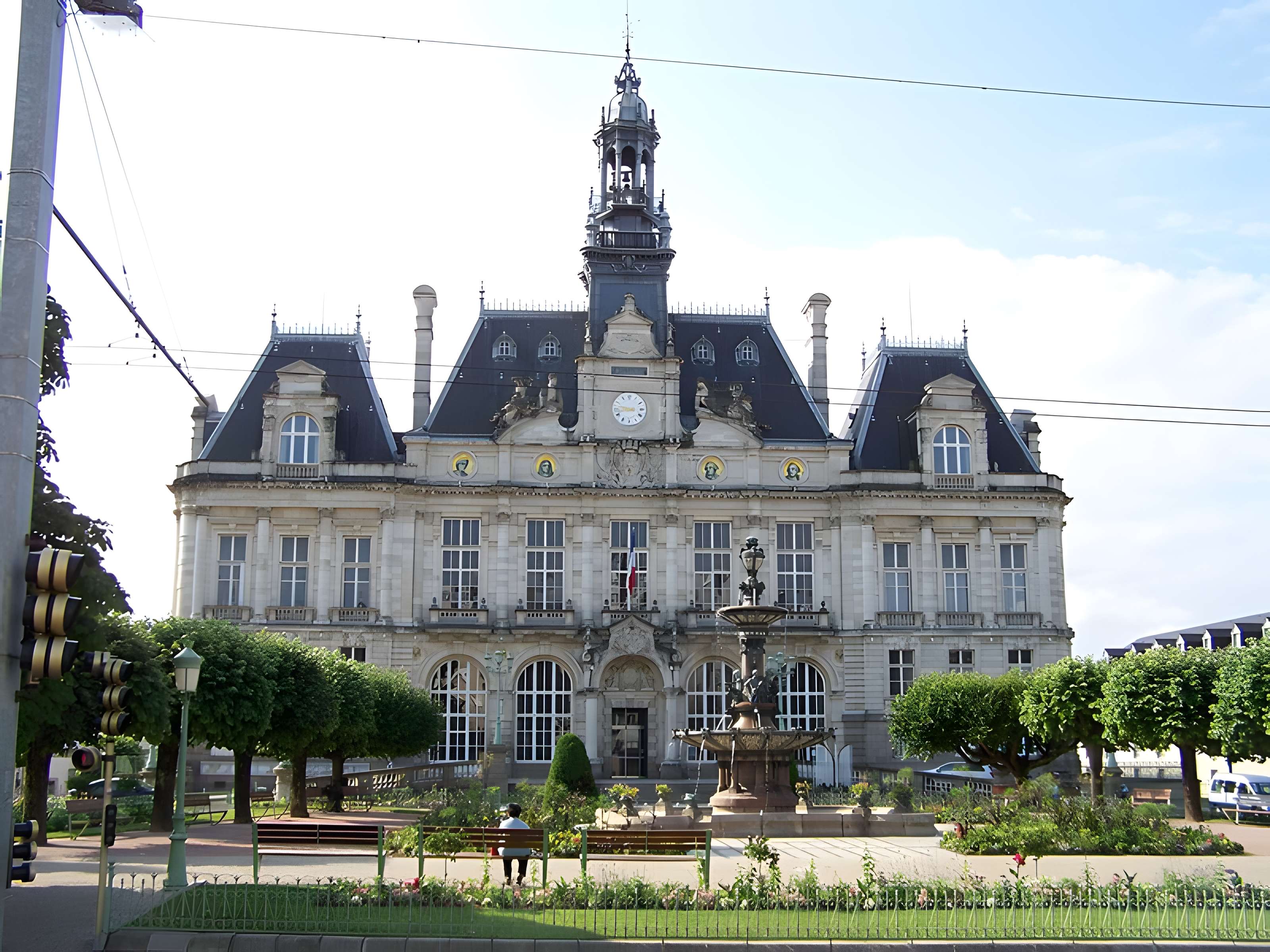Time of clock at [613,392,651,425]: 8:47
